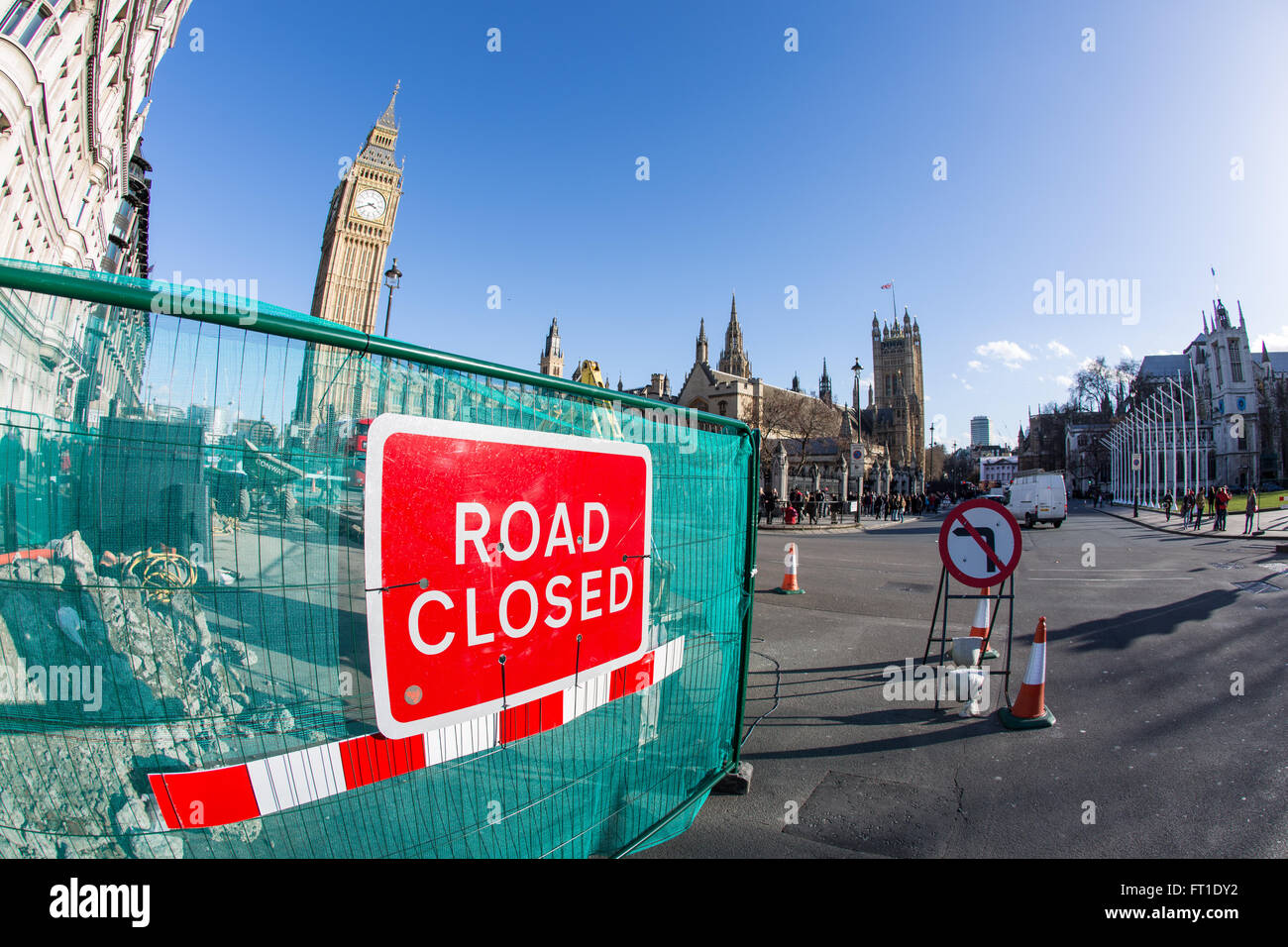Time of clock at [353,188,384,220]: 3:40
